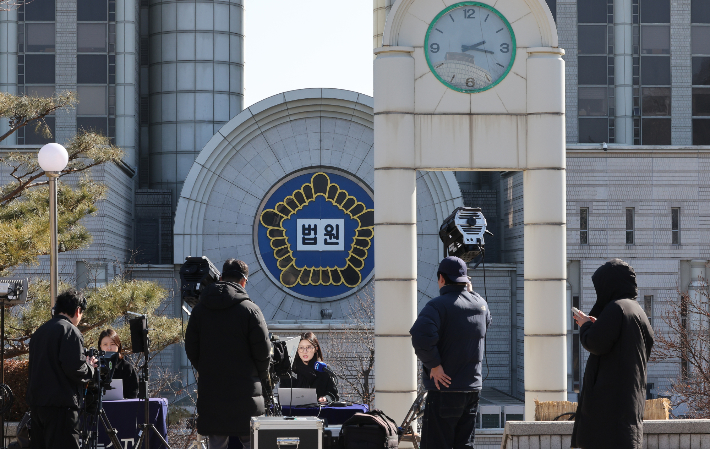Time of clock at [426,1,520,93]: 2:17
